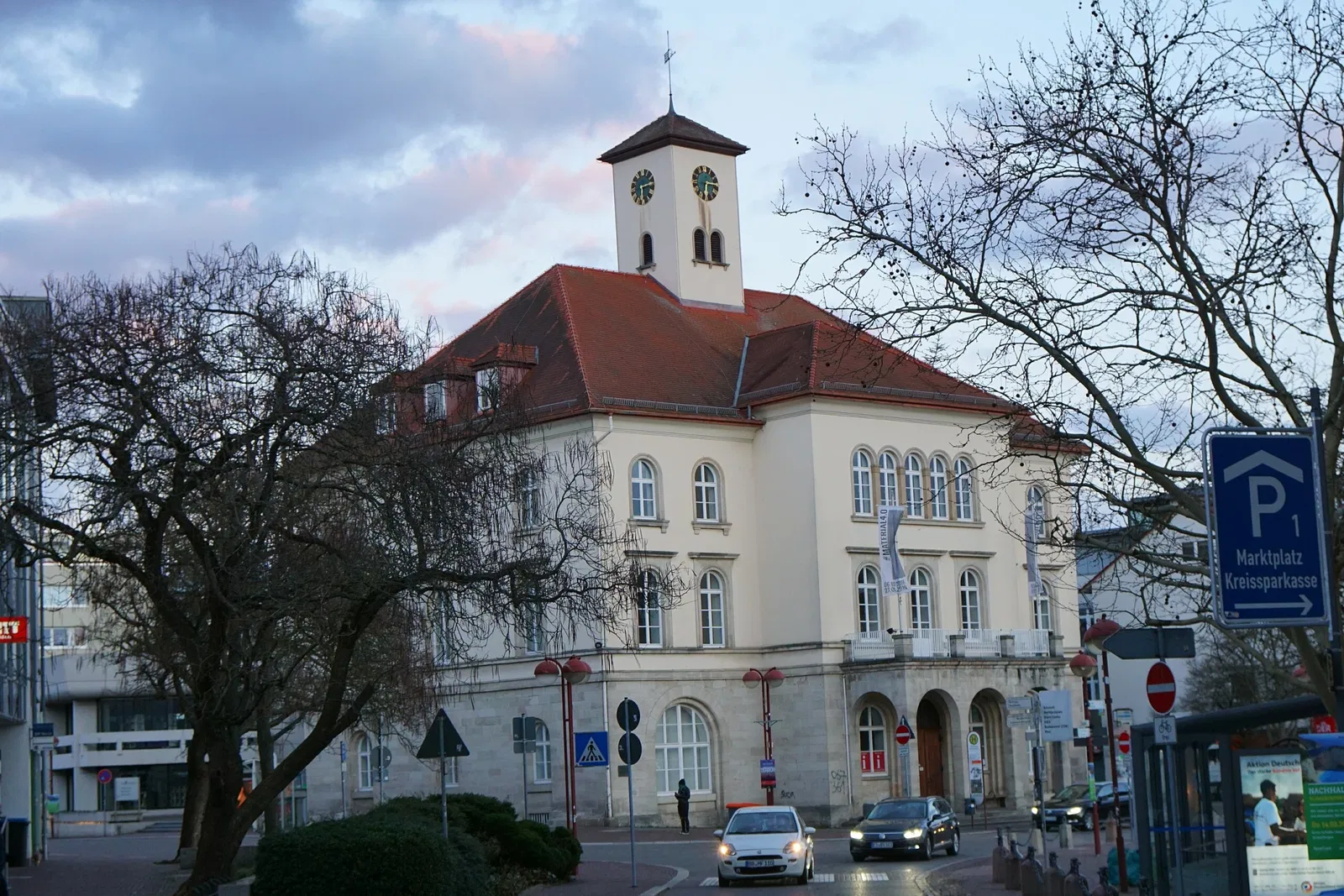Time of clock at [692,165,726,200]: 6:14
